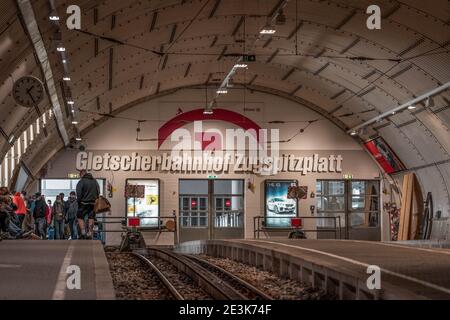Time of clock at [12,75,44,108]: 1:24
